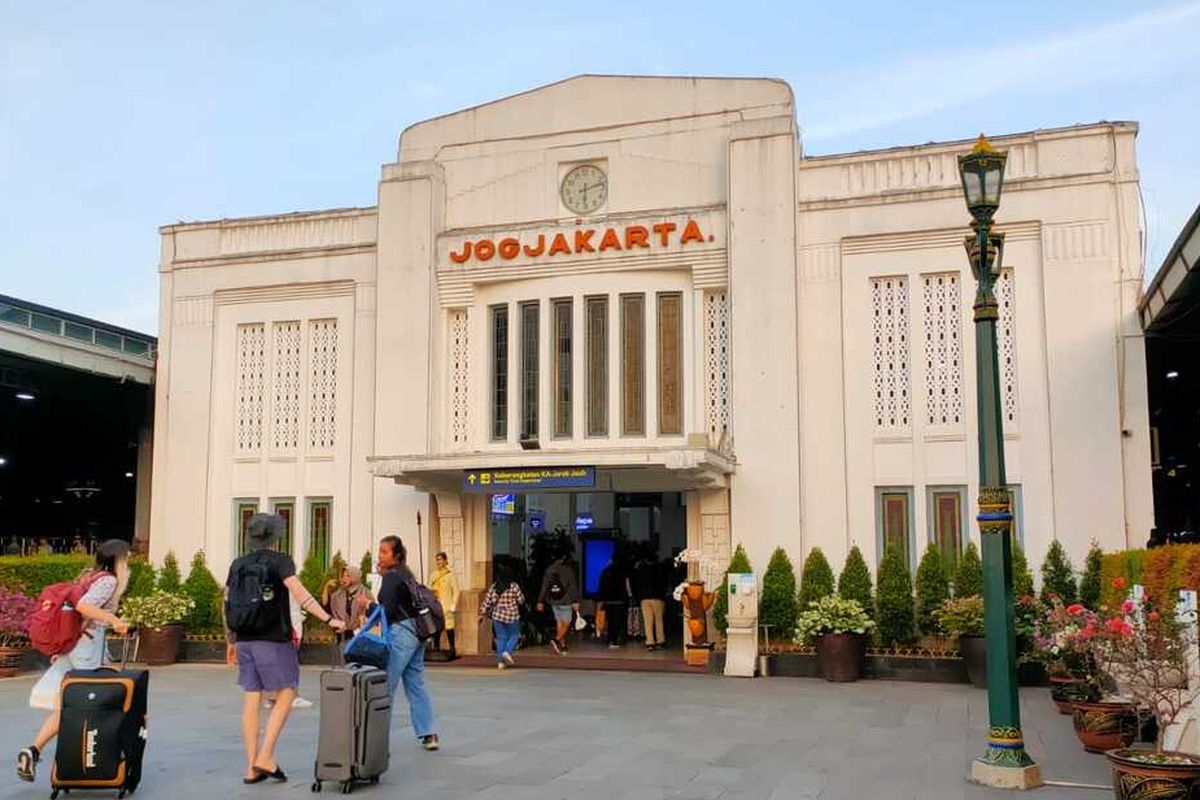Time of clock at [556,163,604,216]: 6:12
